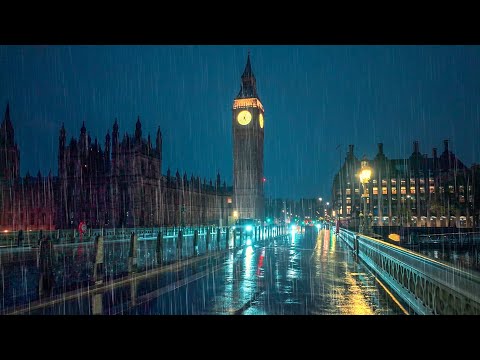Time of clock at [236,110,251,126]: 5:03
